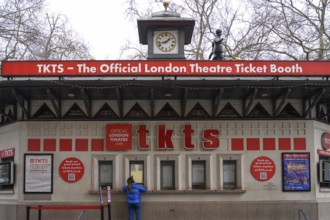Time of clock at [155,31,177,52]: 1:42
